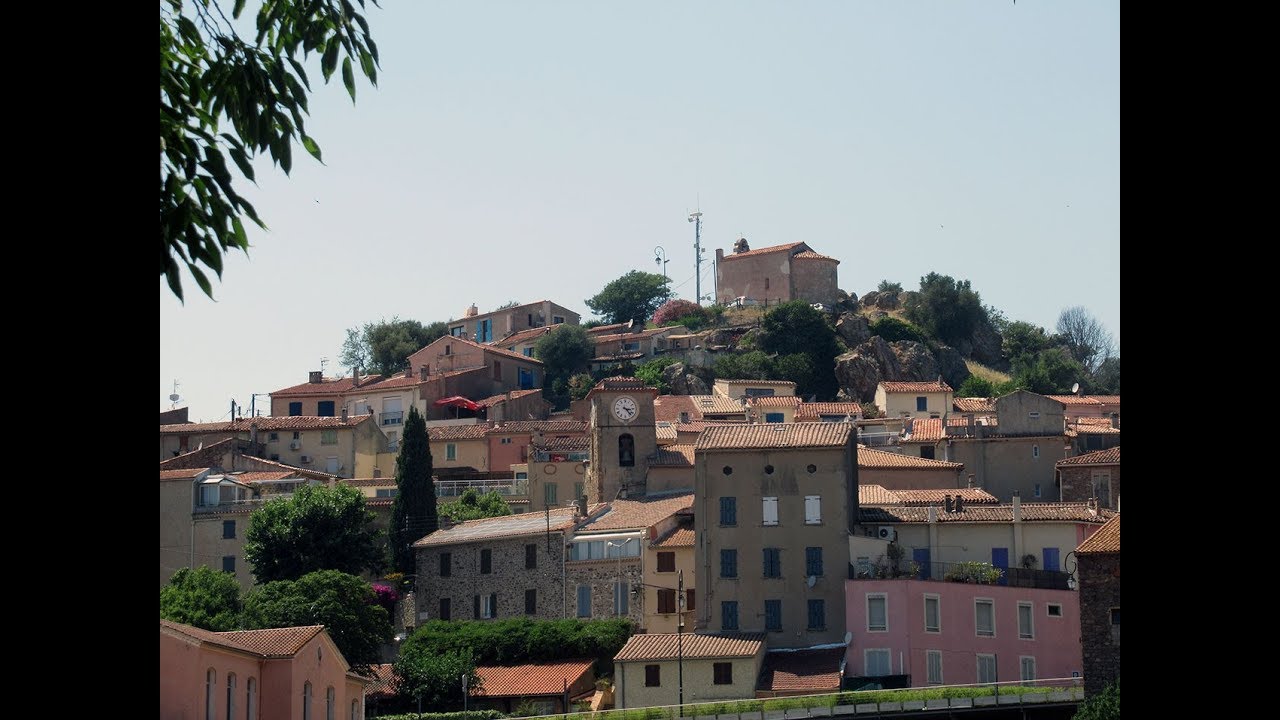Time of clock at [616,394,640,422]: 3:22
